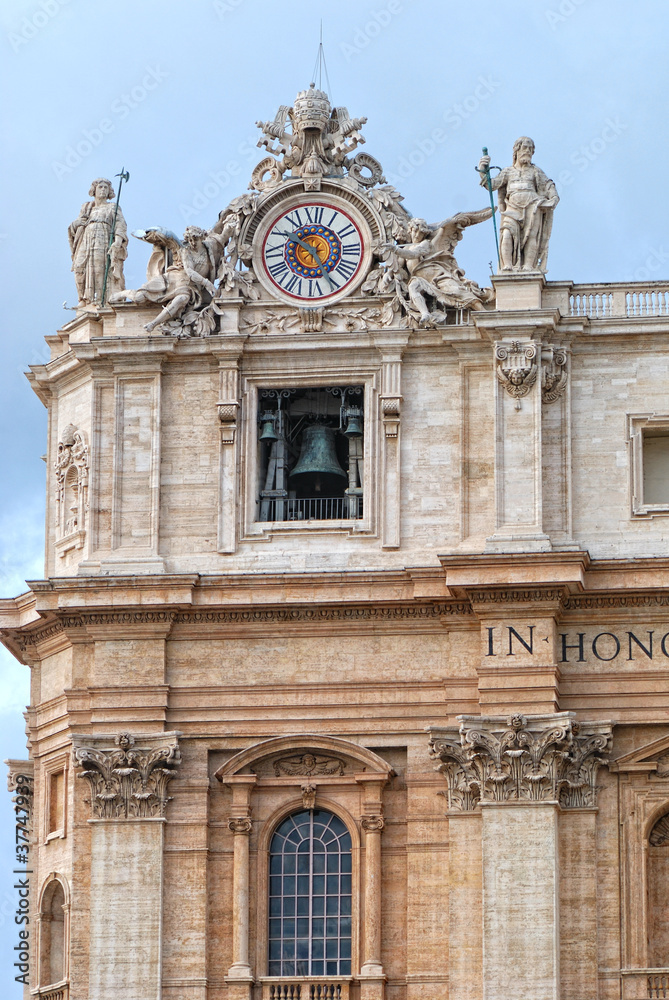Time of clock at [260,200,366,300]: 10:25
